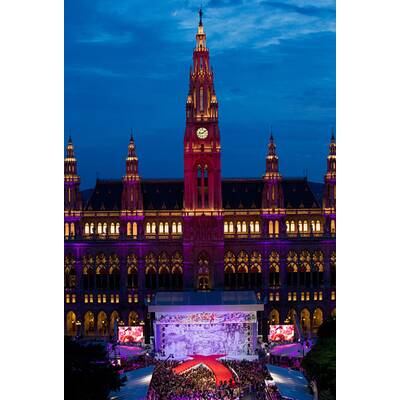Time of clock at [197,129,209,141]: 9:08
